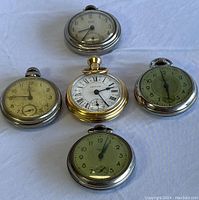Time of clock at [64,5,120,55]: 8:35
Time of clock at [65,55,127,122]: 2:24
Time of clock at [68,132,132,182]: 1:03
